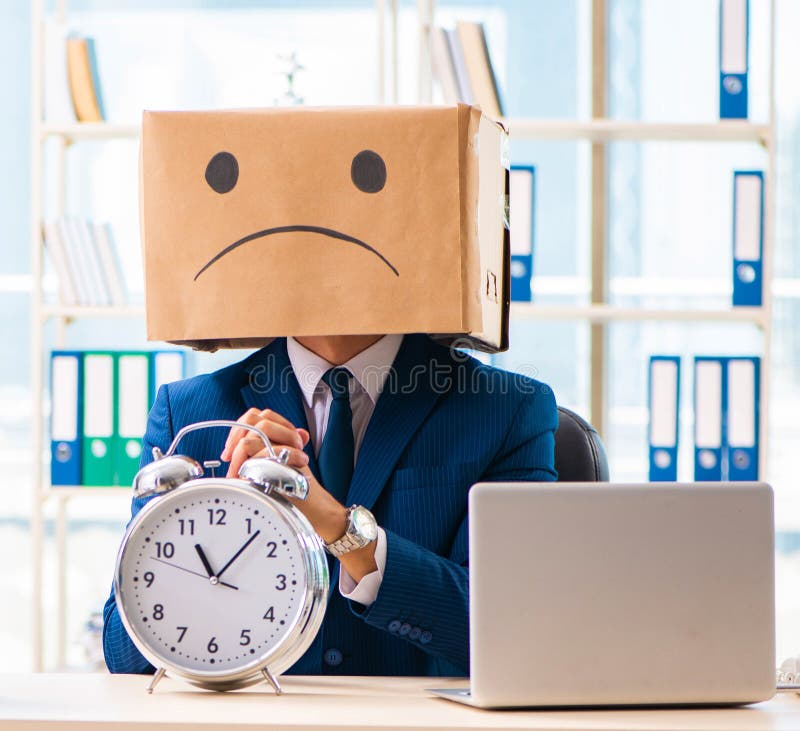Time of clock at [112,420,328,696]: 11:06
